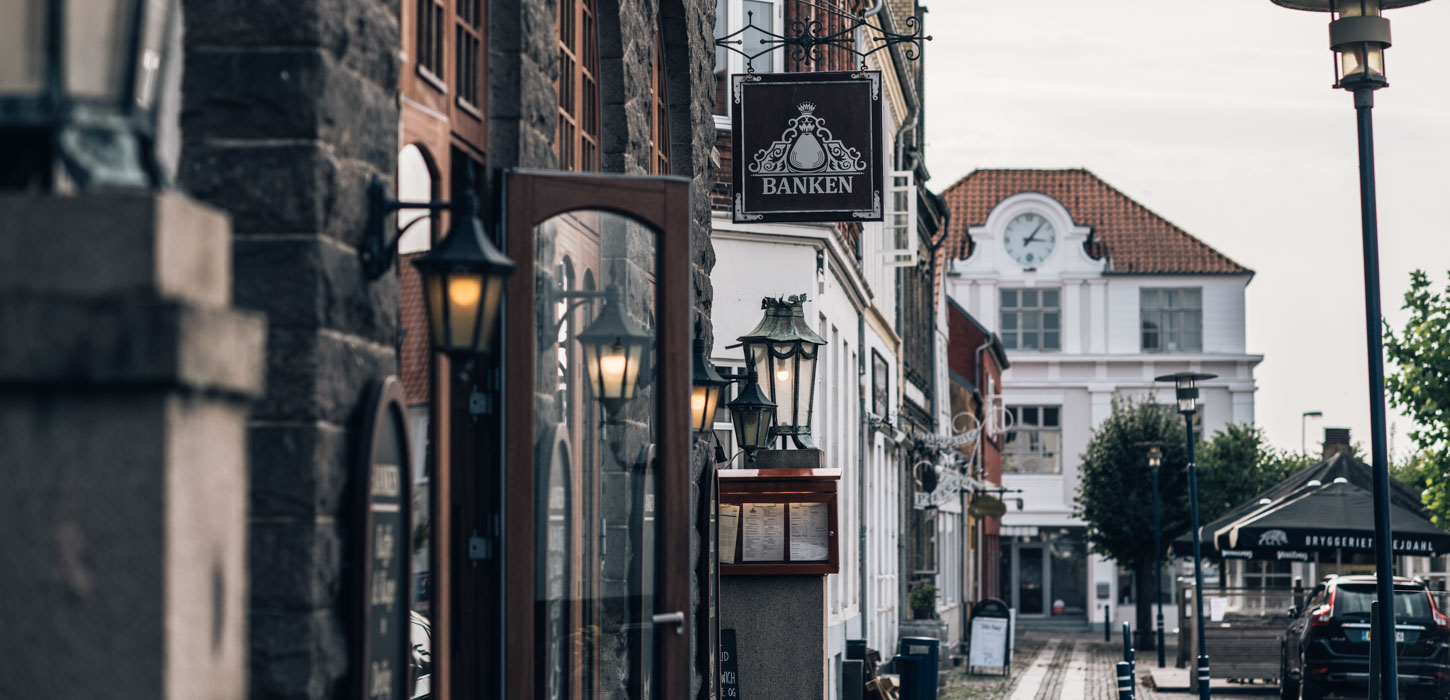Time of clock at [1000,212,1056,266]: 3:06
